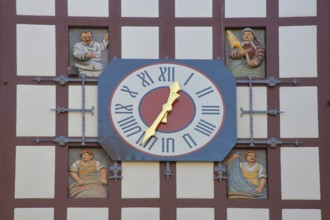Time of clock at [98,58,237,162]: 12:34
